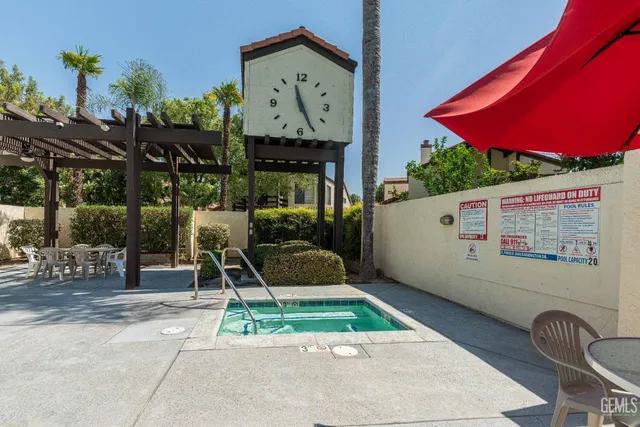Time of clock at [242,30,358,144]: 11:25
